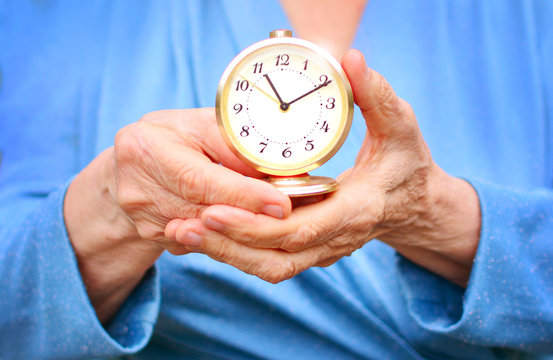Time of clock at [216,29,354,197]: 11:10
